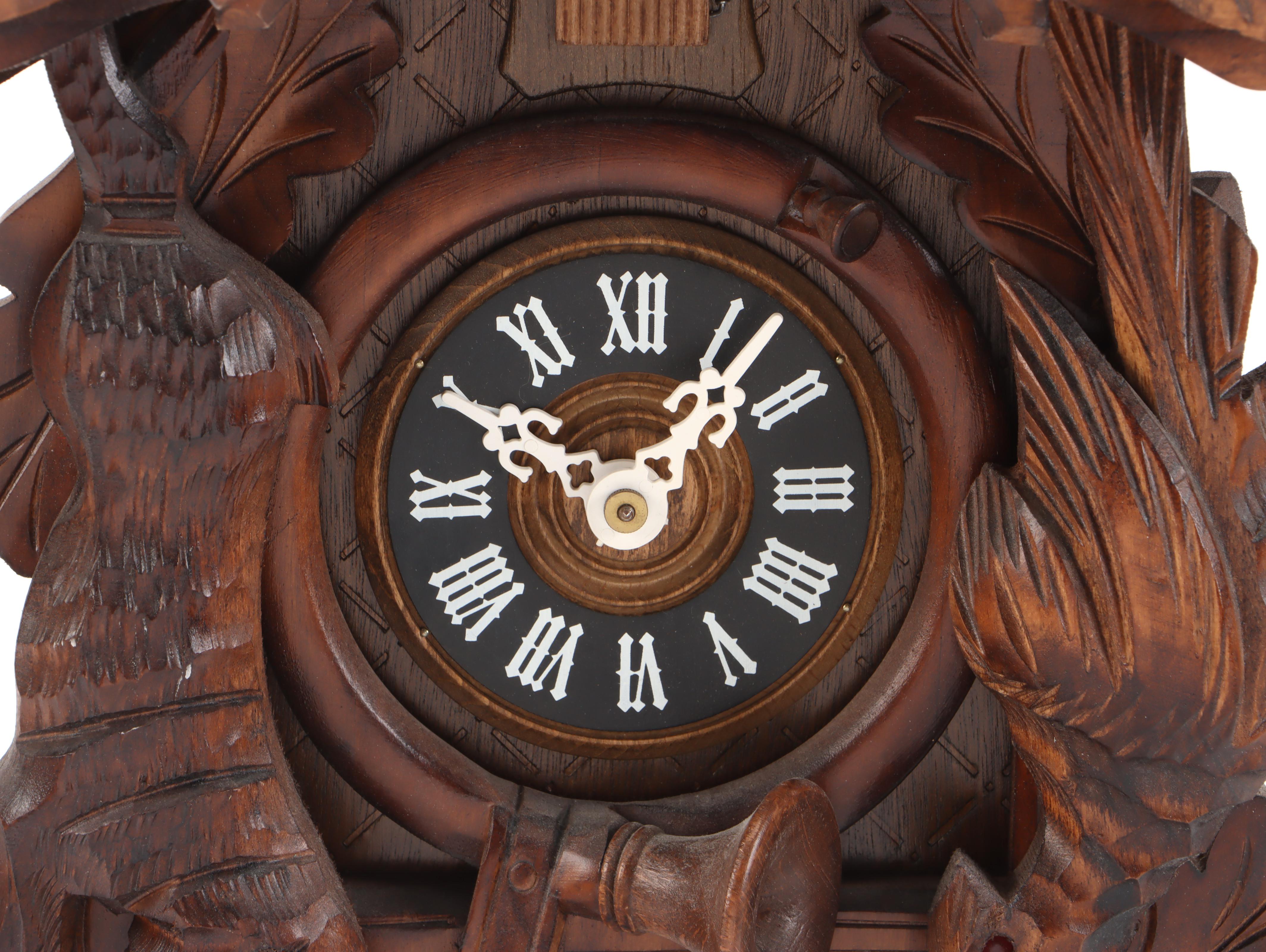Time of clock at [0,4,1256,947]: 10:06
